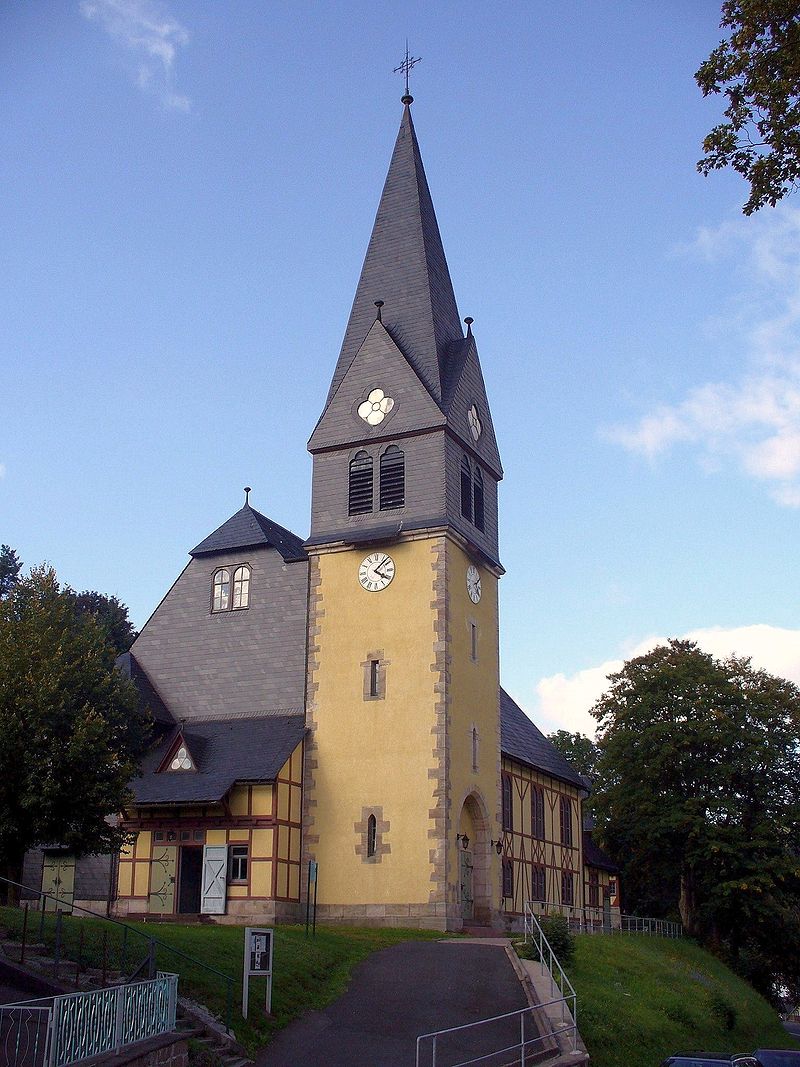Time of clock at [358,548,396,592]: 4:07
